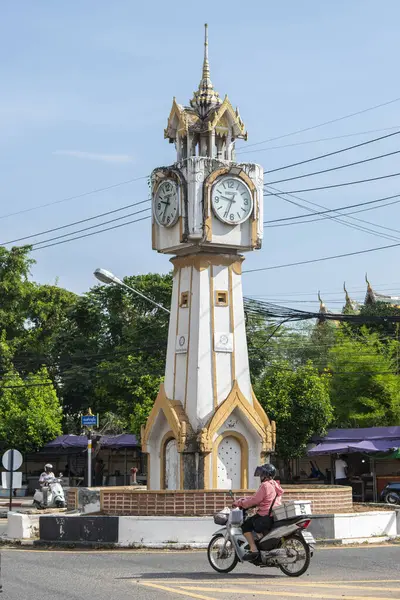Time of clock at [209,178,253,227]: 9:34
